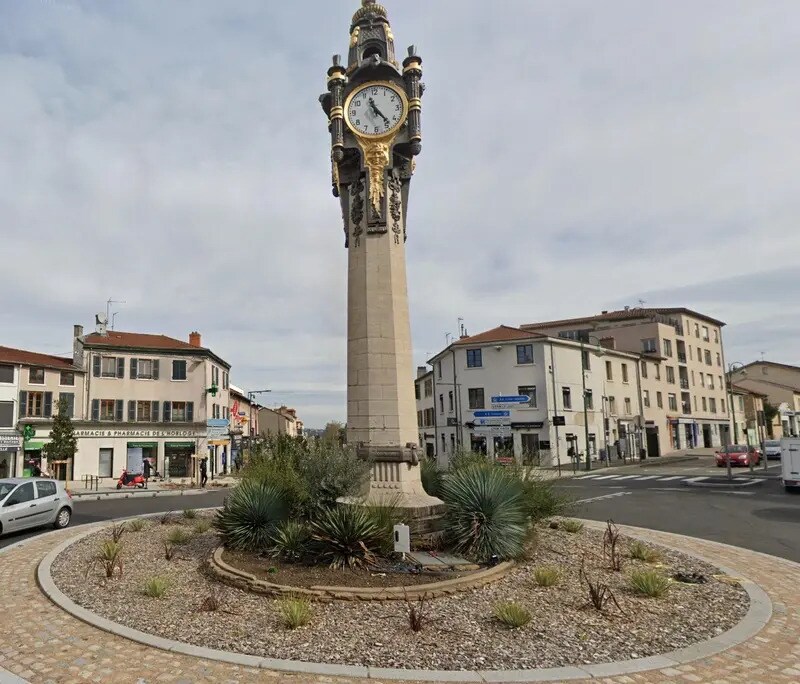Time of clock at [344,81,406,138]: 11:23
